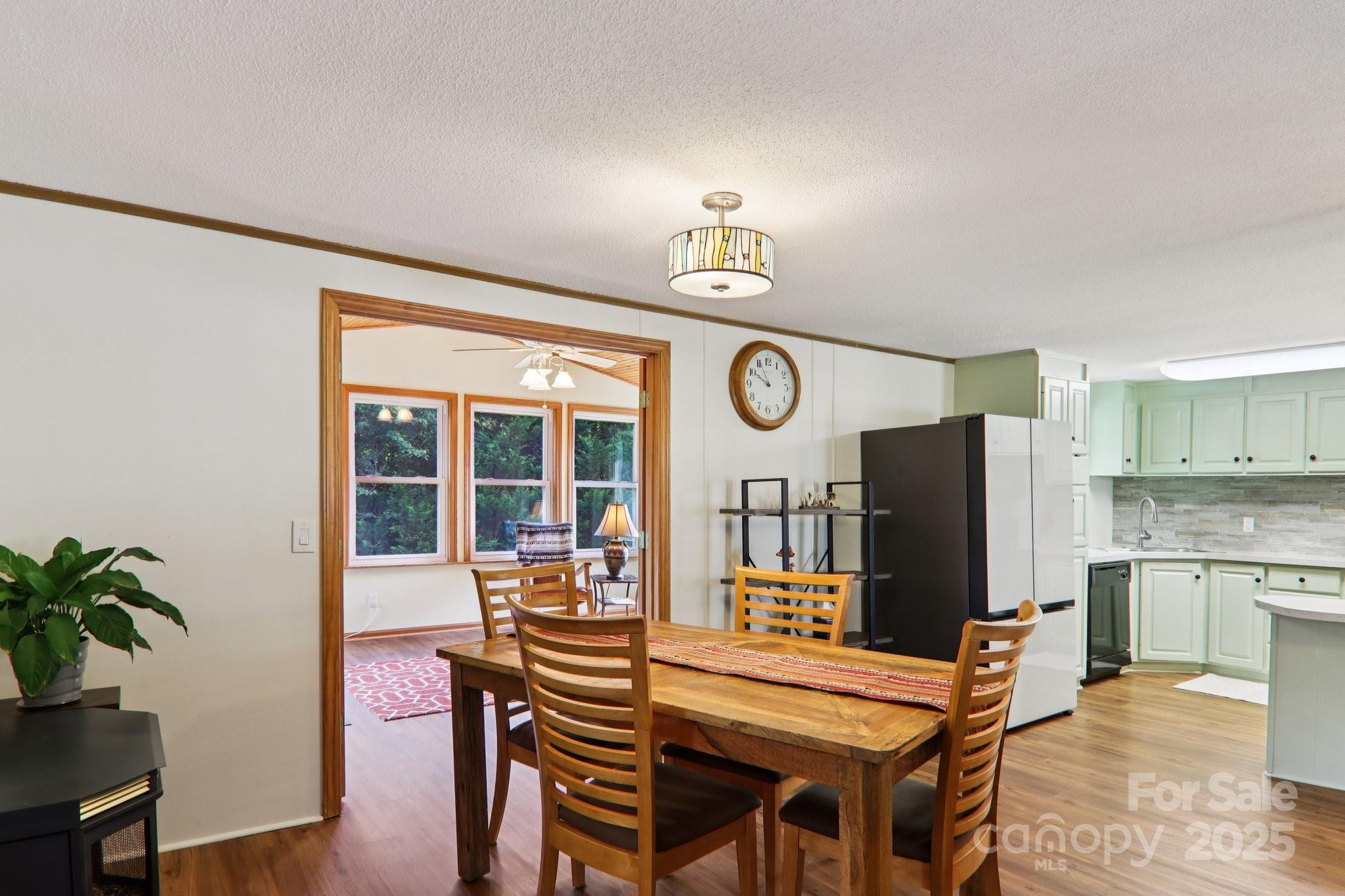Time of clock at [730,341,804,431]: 9:55
